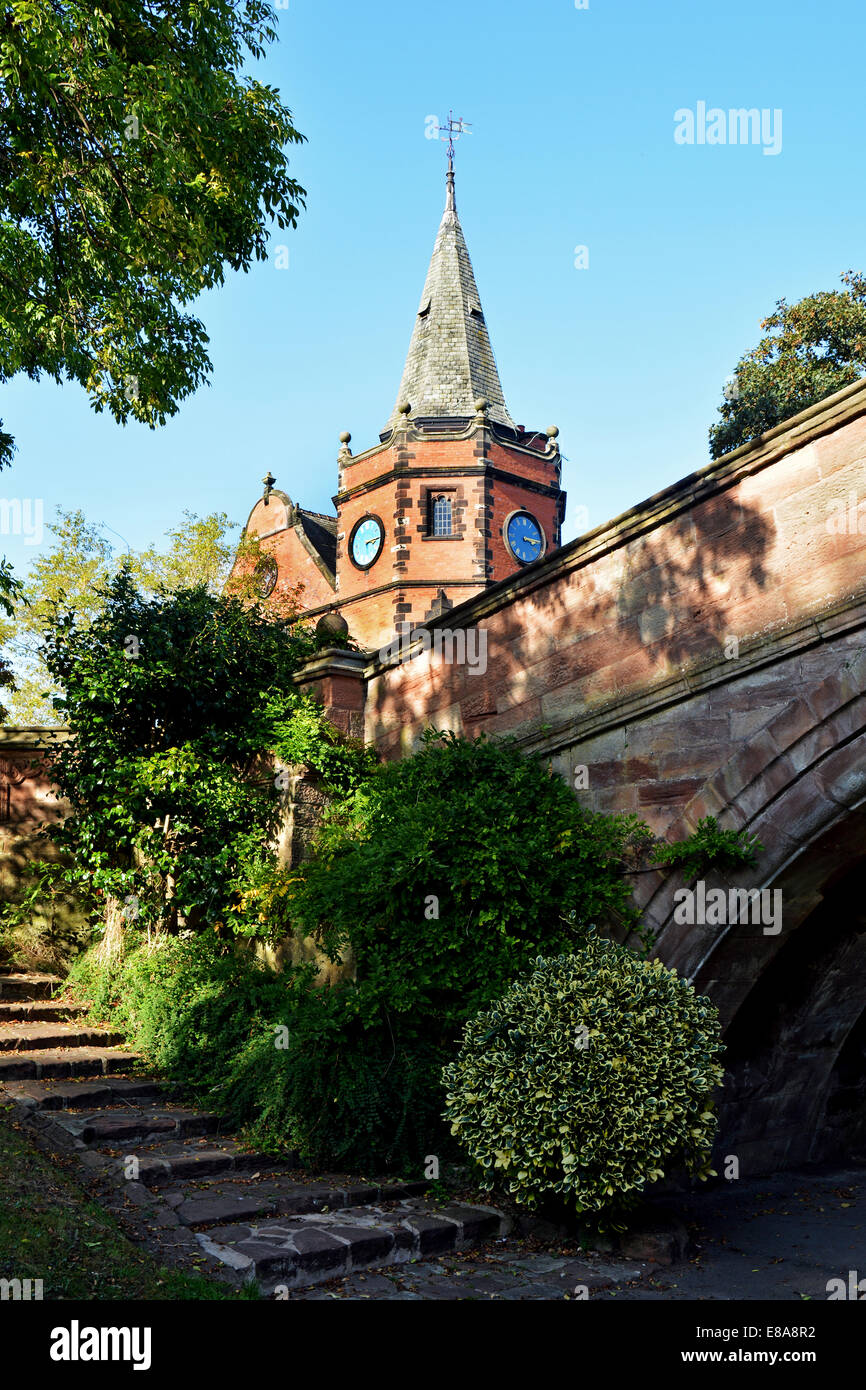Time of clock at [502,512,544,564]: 3:14
